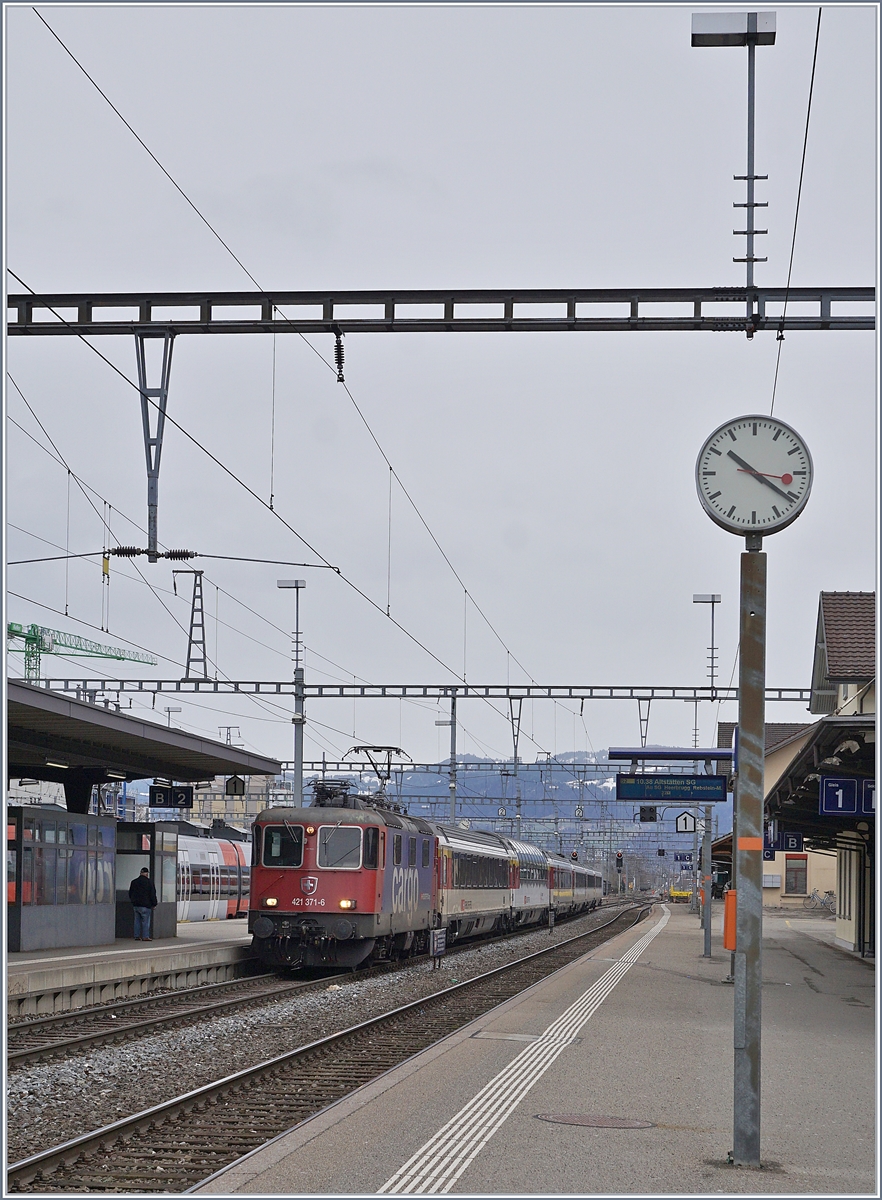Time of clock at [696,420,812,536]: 10:20
